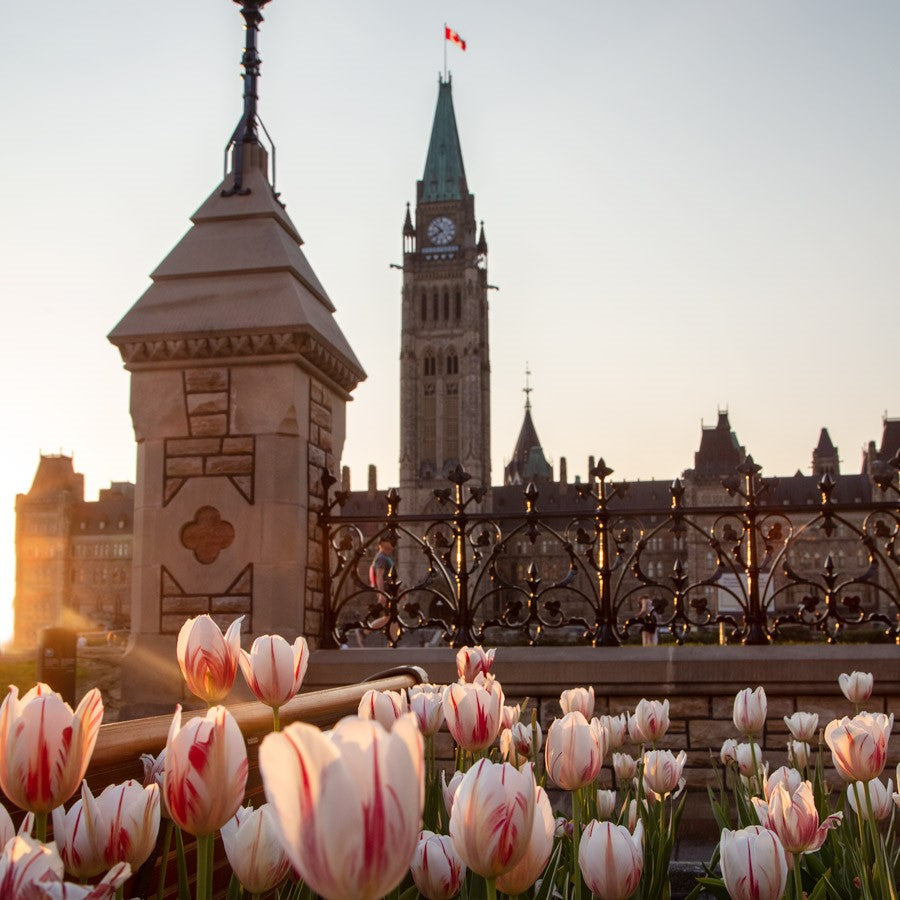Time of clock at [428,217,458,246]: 7:52
